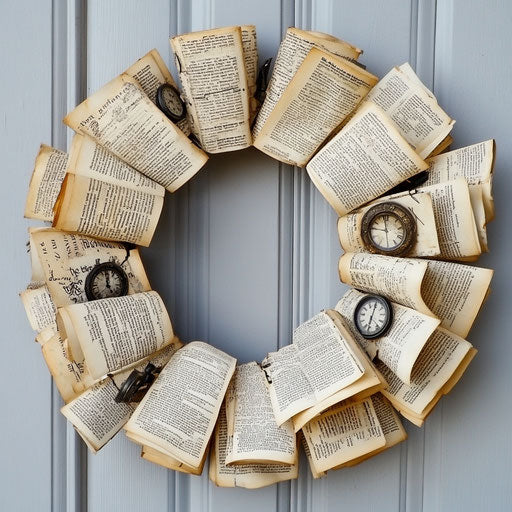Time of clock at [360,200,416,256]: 11:46
